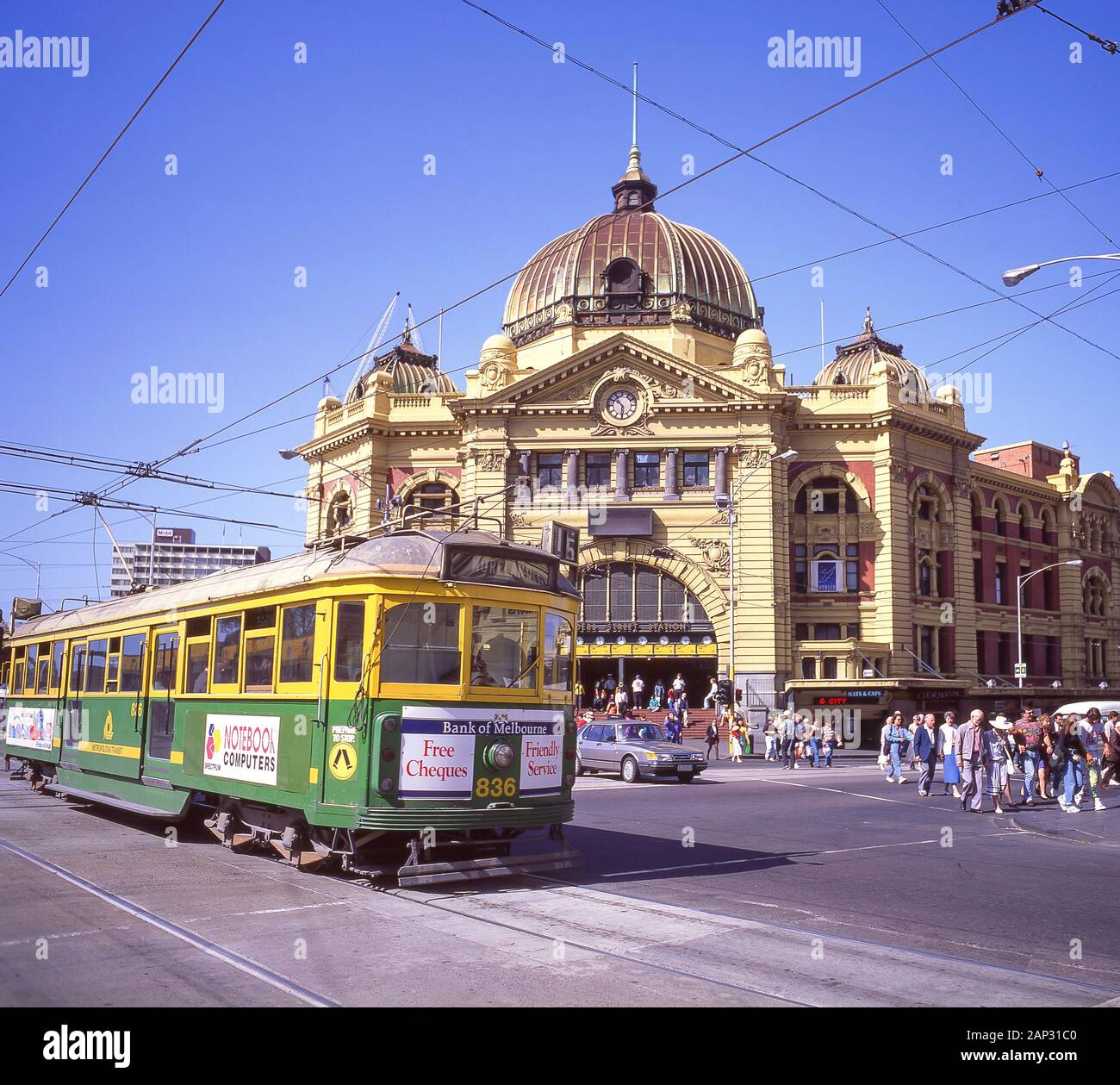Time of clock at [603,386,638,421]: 10:30
